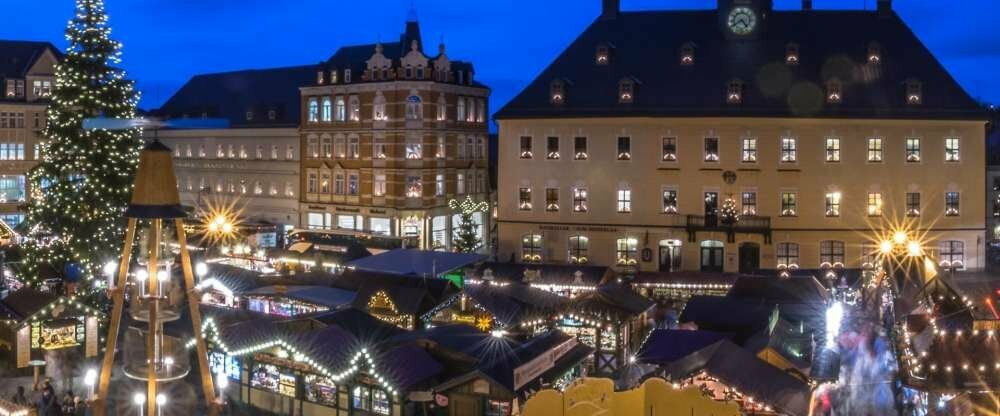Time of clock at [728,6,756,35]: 4:39
